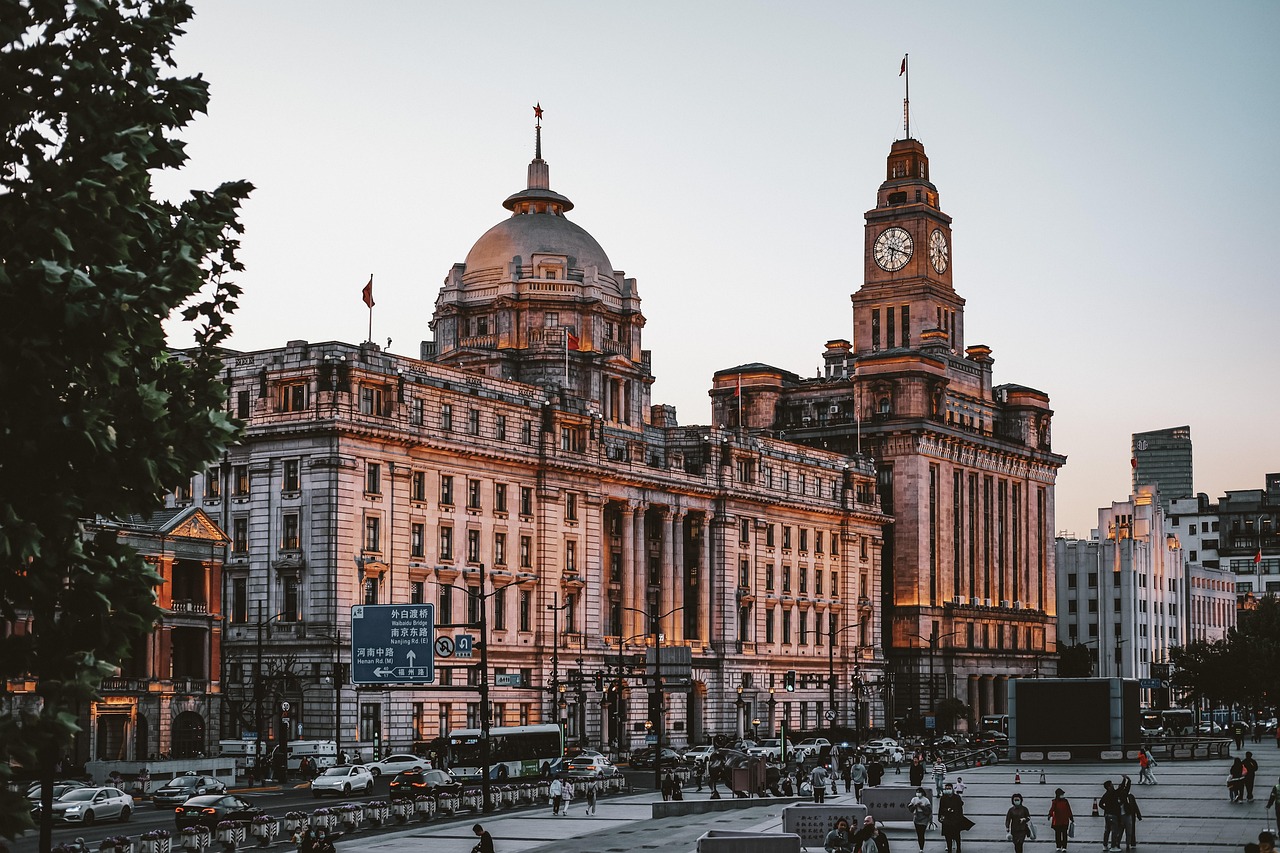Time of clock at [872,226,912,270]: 6:18
